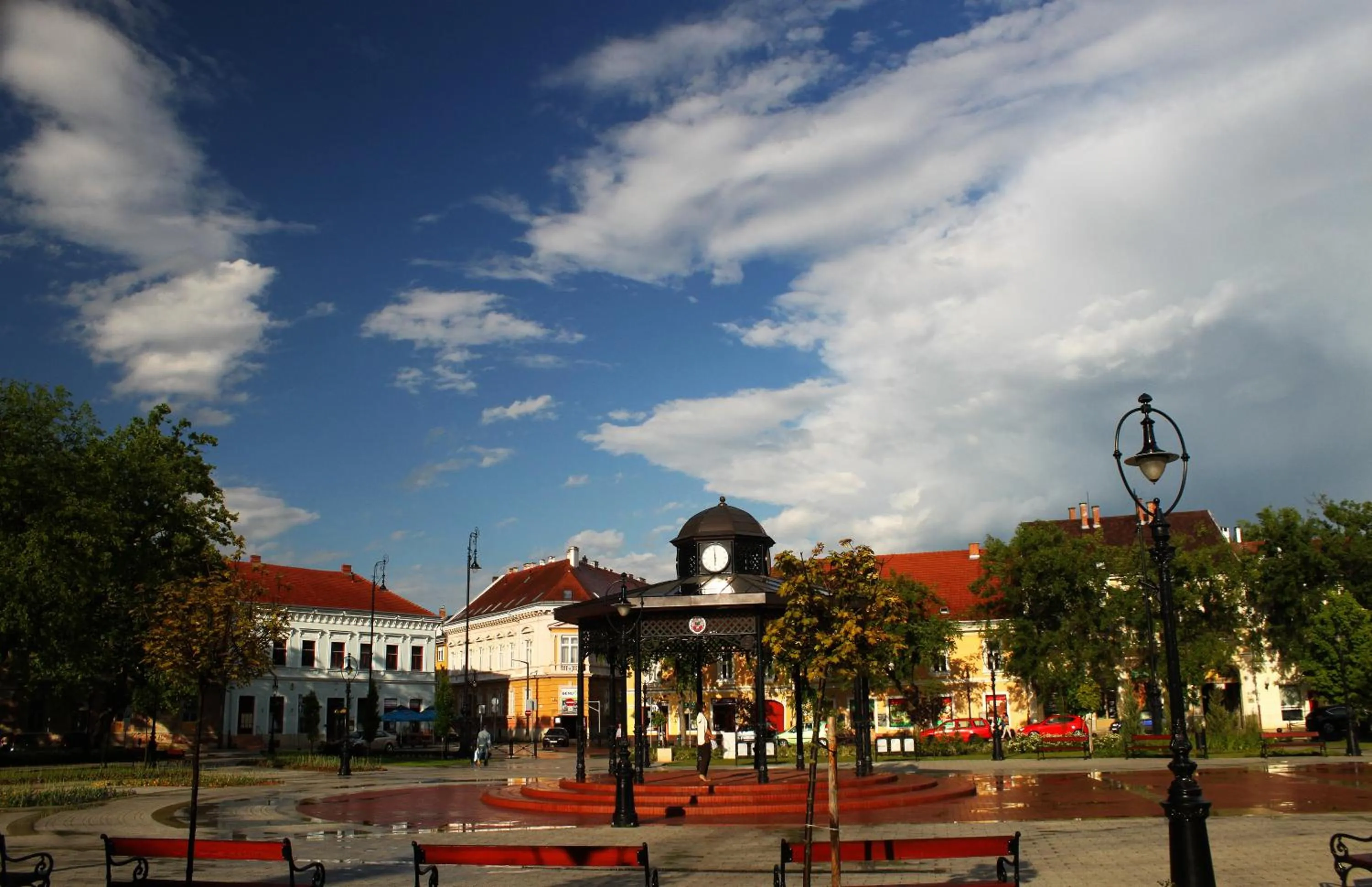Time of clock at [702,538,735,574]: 5:59
